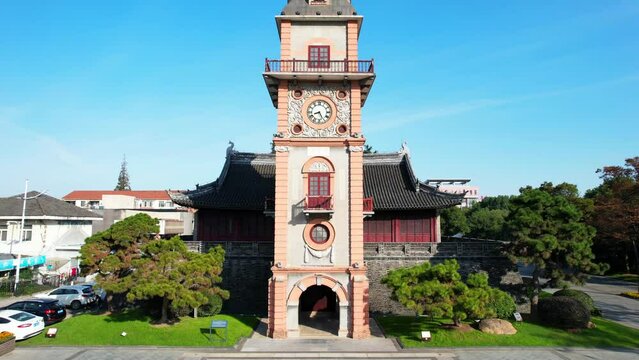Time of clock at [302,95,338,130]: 8:25
